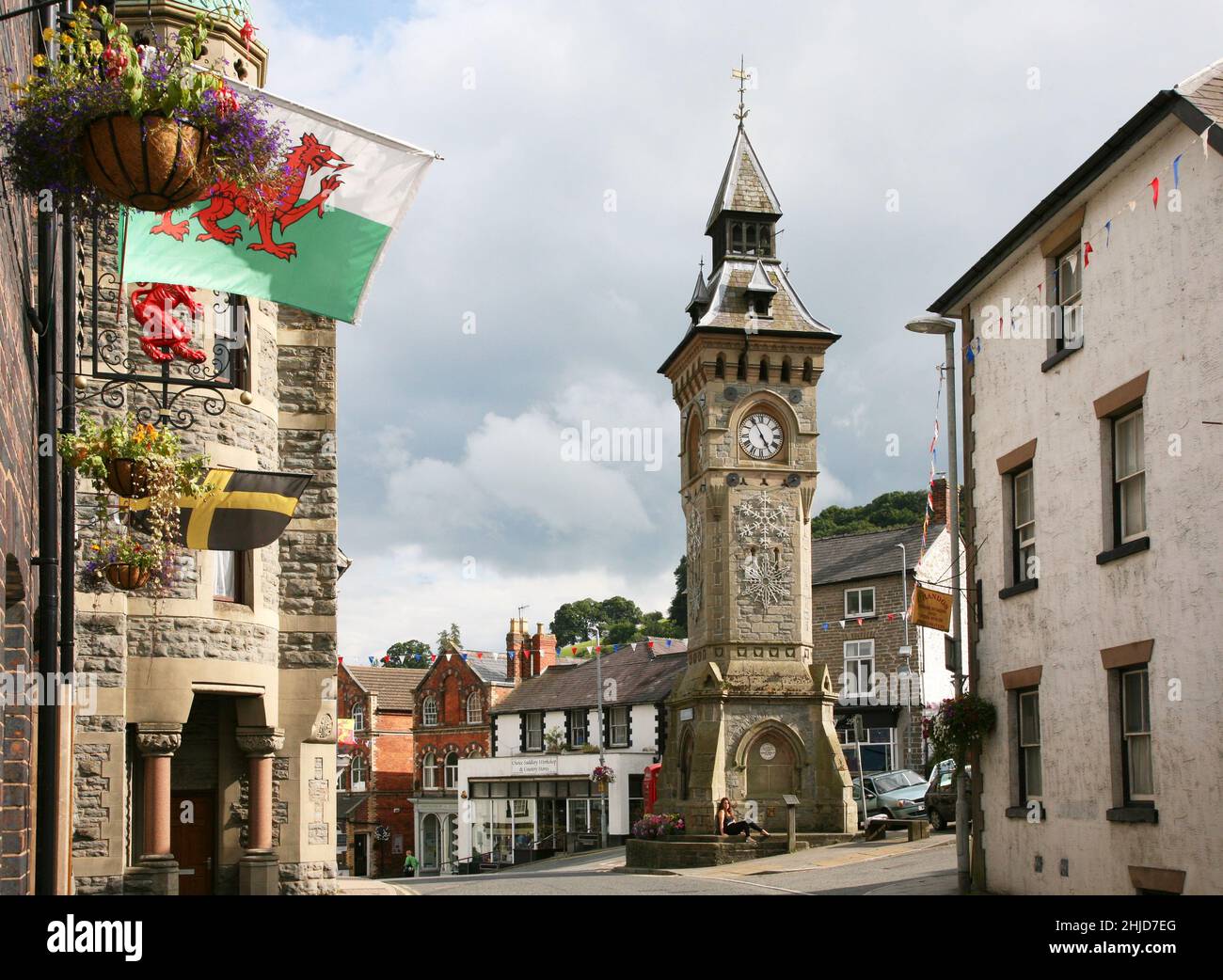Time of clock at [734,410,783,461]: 4:55
